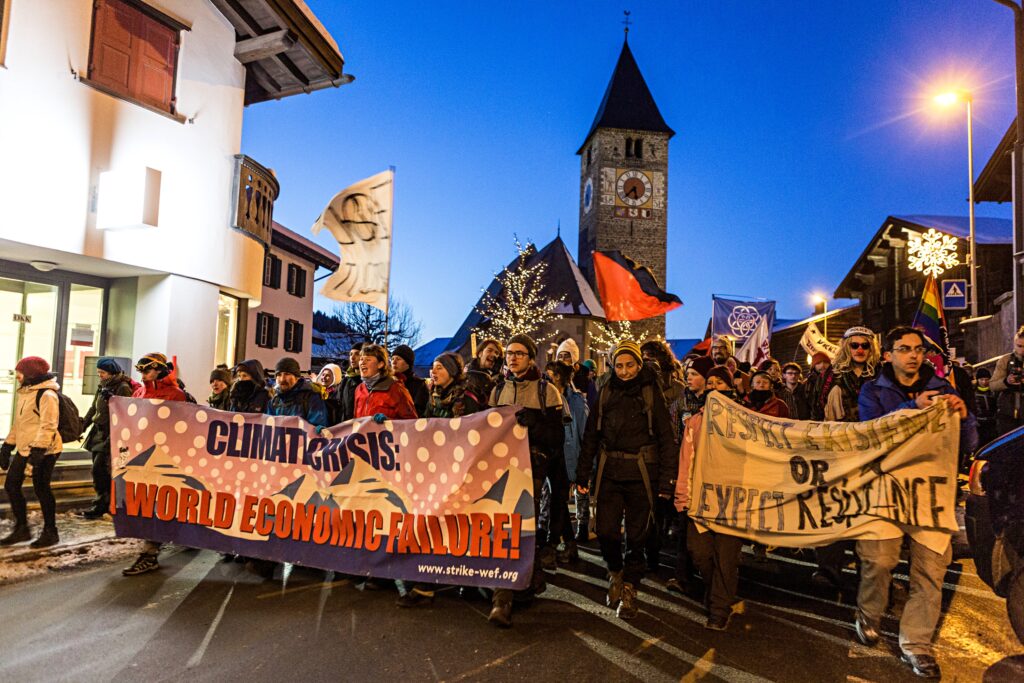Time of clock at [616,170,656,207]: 5:37
